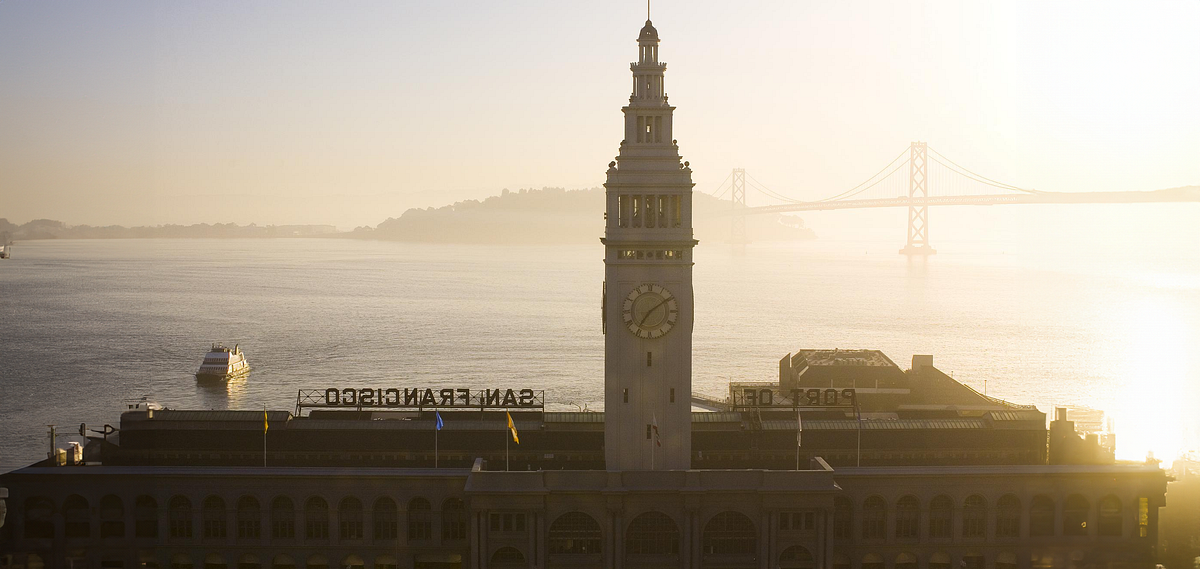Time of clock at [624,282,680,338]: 7:09
